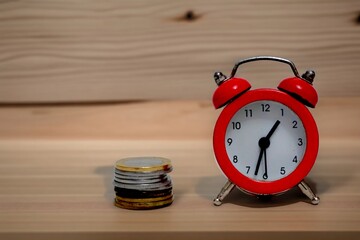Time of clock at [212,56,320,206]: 1:32
